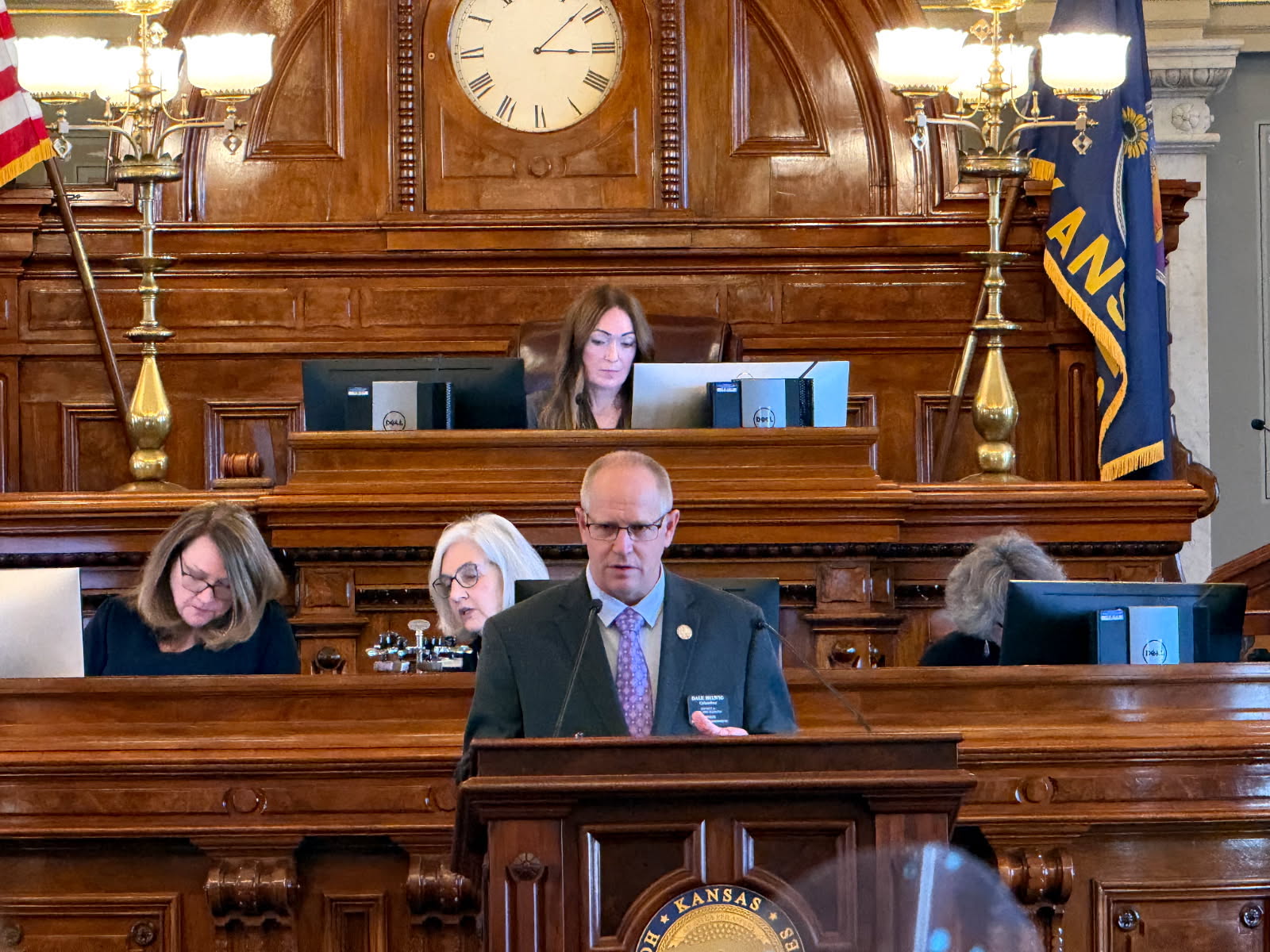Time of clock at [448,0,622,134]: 3:08
